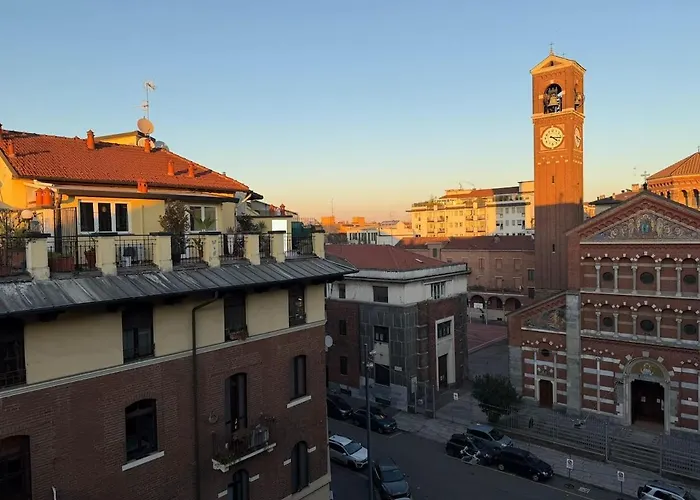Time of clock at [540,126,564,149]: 4:16
